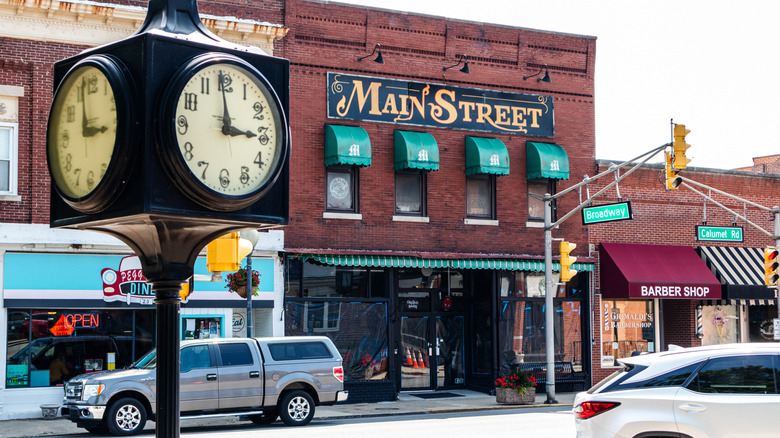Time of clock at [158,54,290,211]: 2:58
